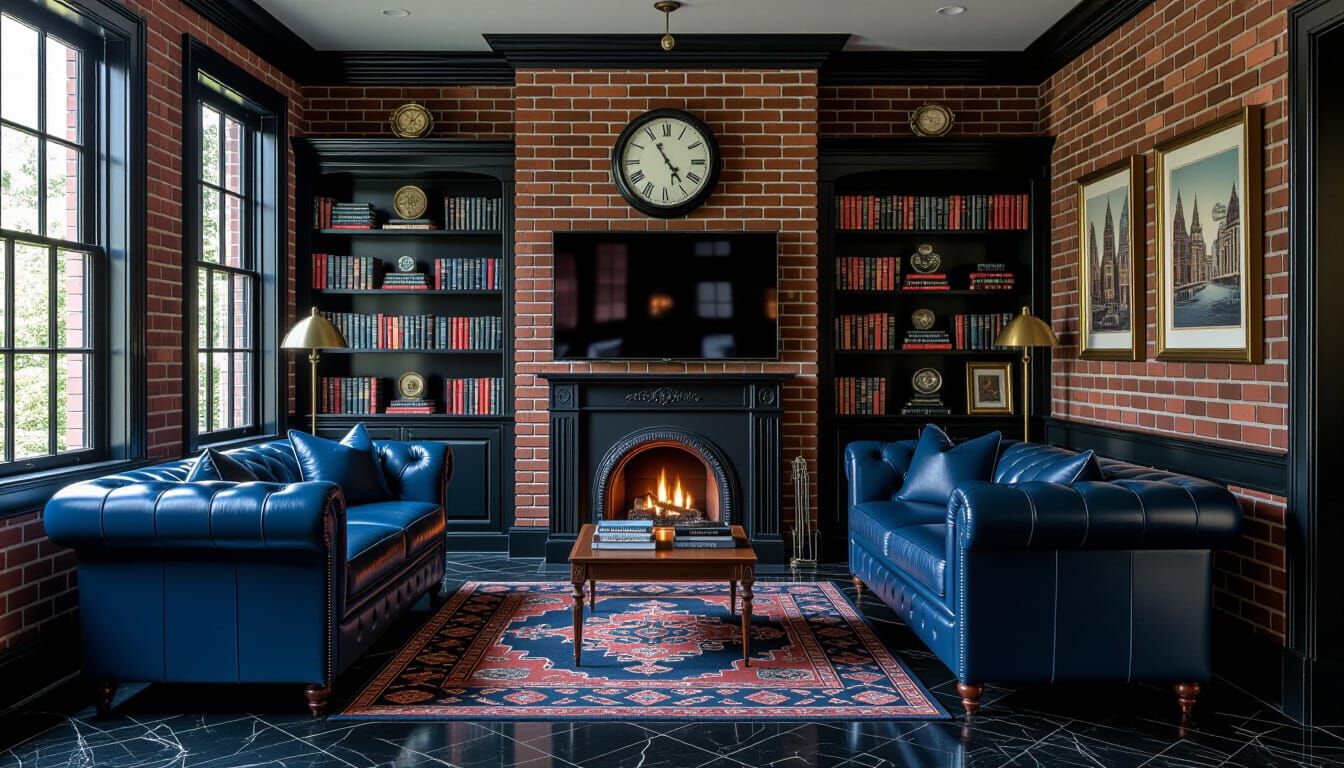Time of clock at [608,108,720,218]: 4:54
